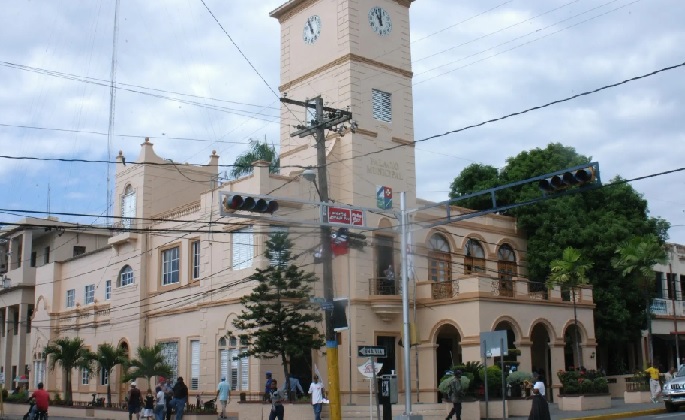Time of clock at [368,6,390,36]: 11:00
